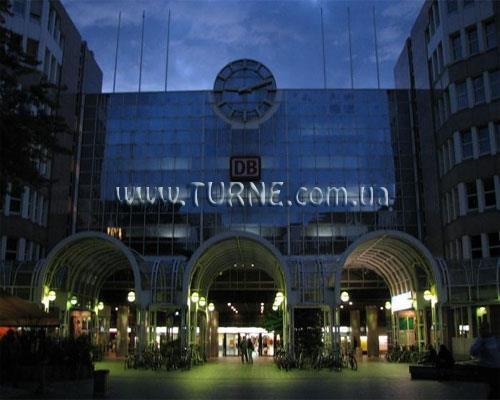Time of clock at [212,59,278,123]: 9:11
